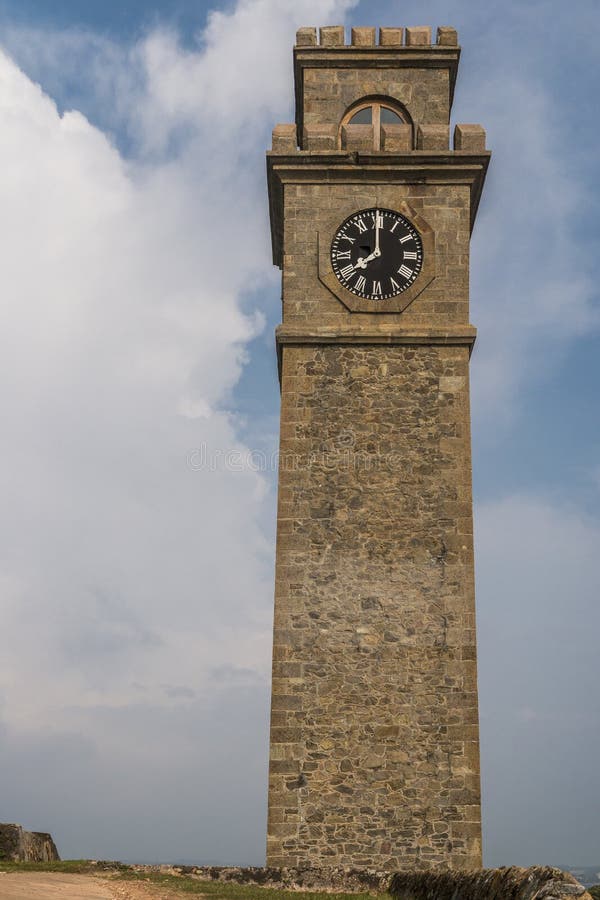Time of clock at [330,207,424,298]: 7:59
